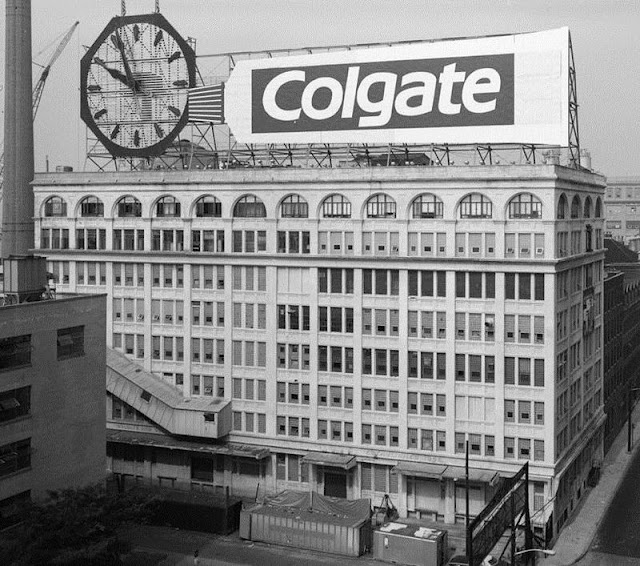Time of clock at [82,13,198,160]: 9:57
